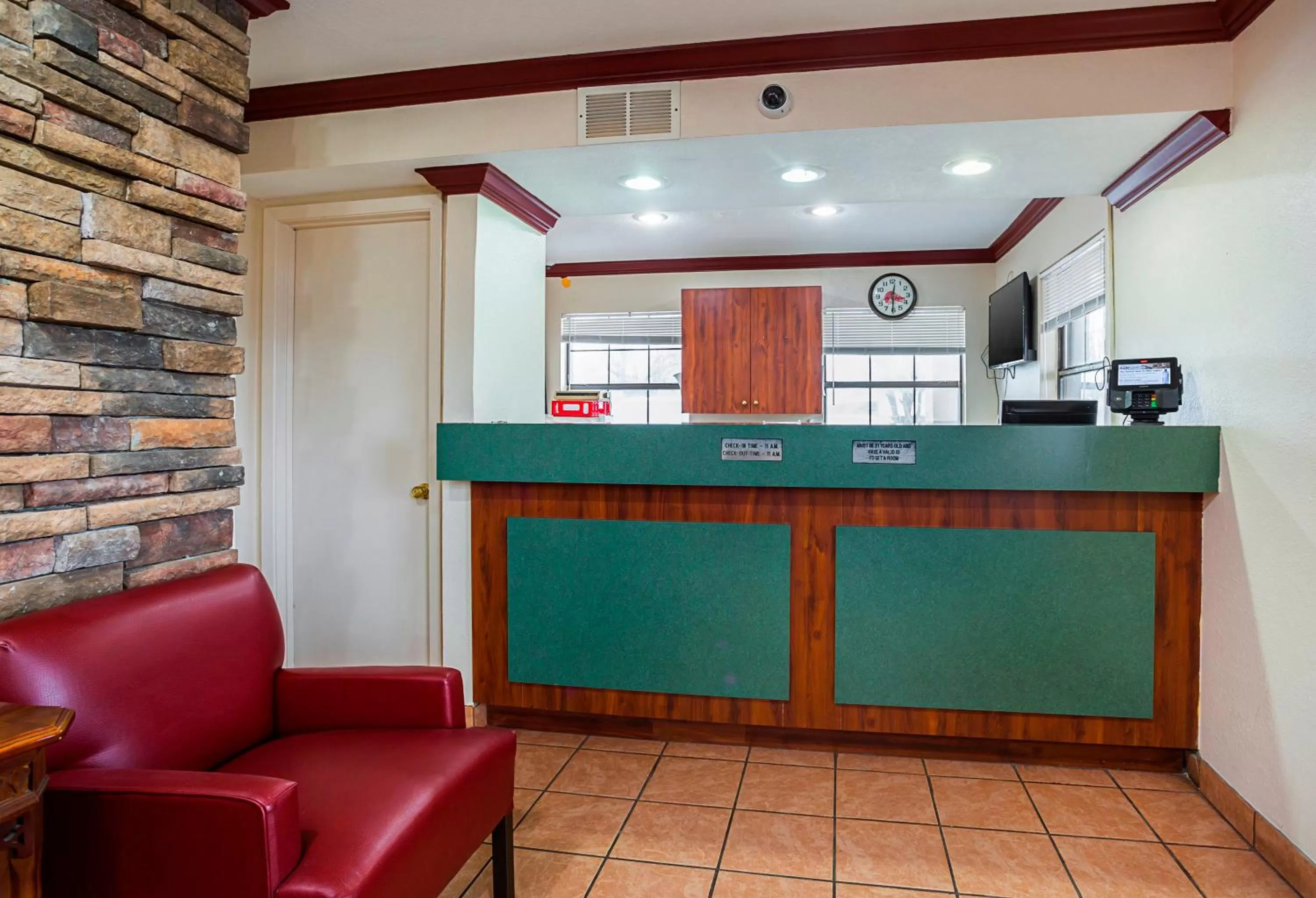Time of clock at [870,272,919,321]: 12:30
